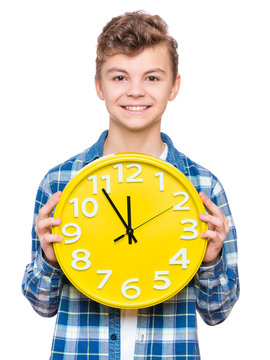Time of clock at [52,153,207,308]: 11:55
